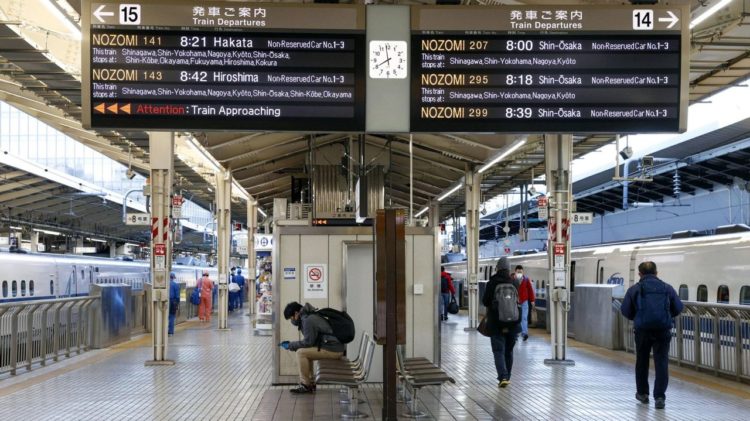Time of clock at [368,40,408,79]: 7:58
